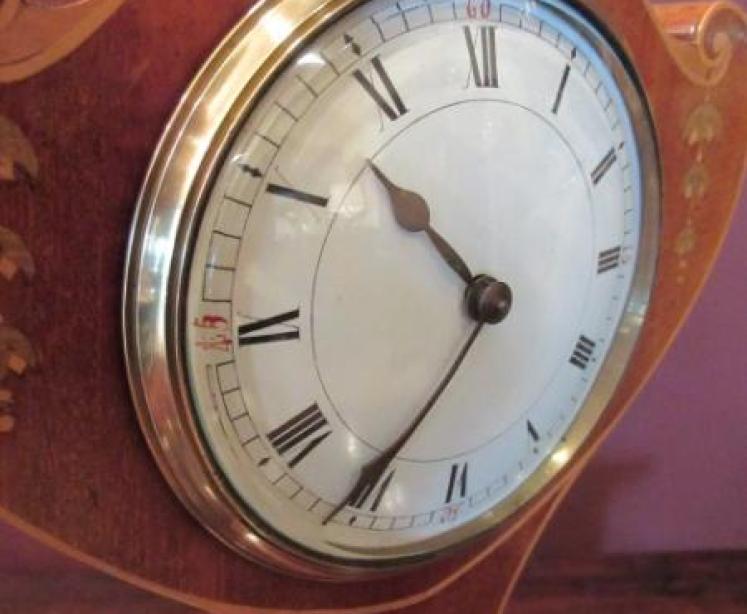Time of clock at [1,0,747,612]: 10:35
